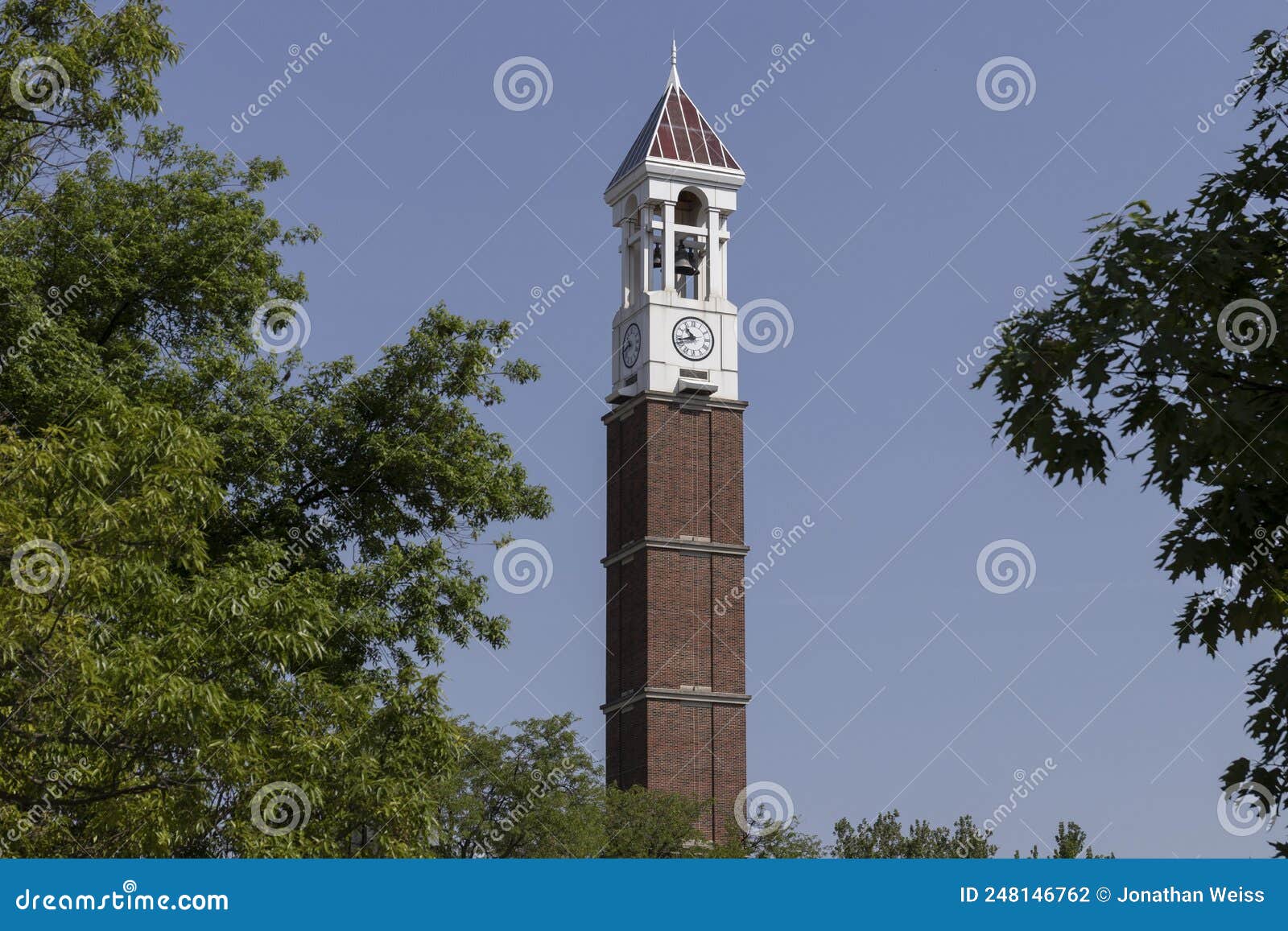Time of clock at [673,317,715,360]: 10:42
